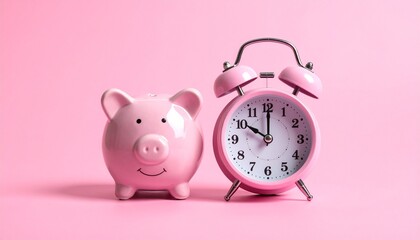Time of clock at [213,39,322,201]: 10:00
